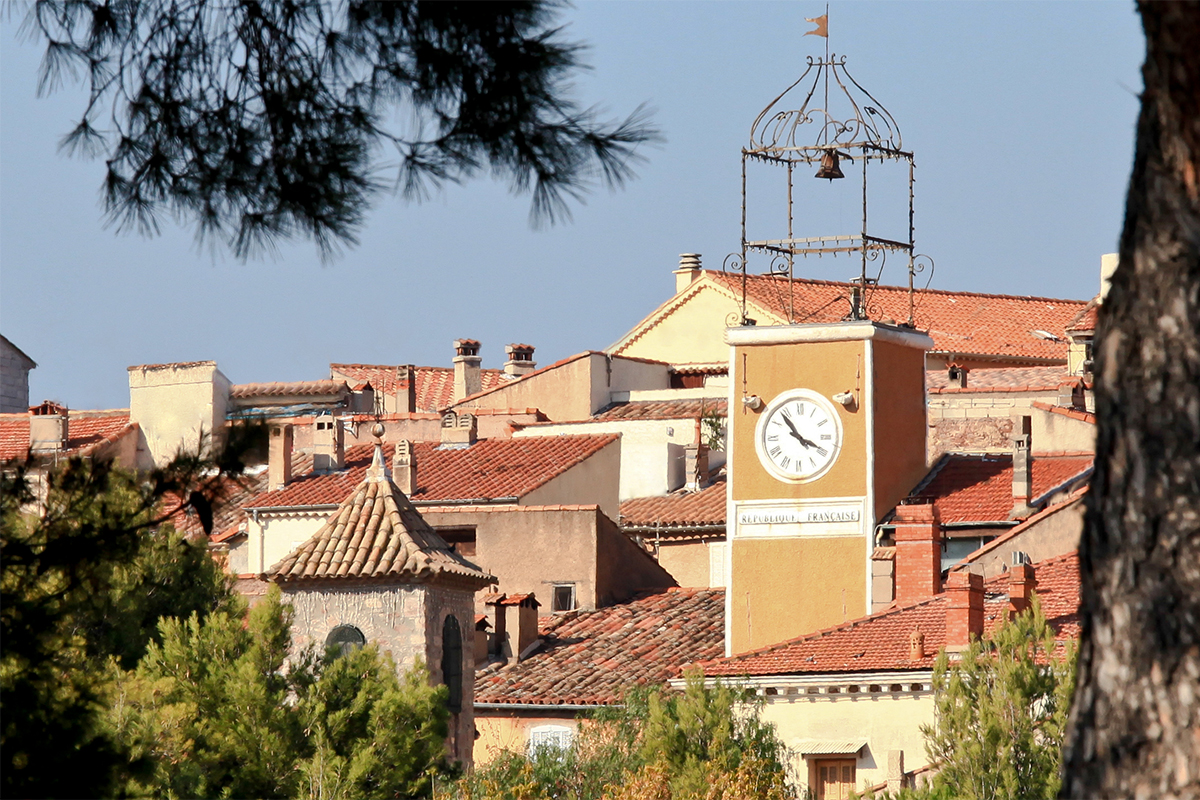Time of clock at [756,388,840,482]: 3:53
